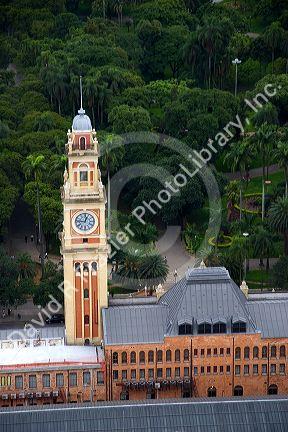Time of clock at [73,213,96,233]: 12:46
